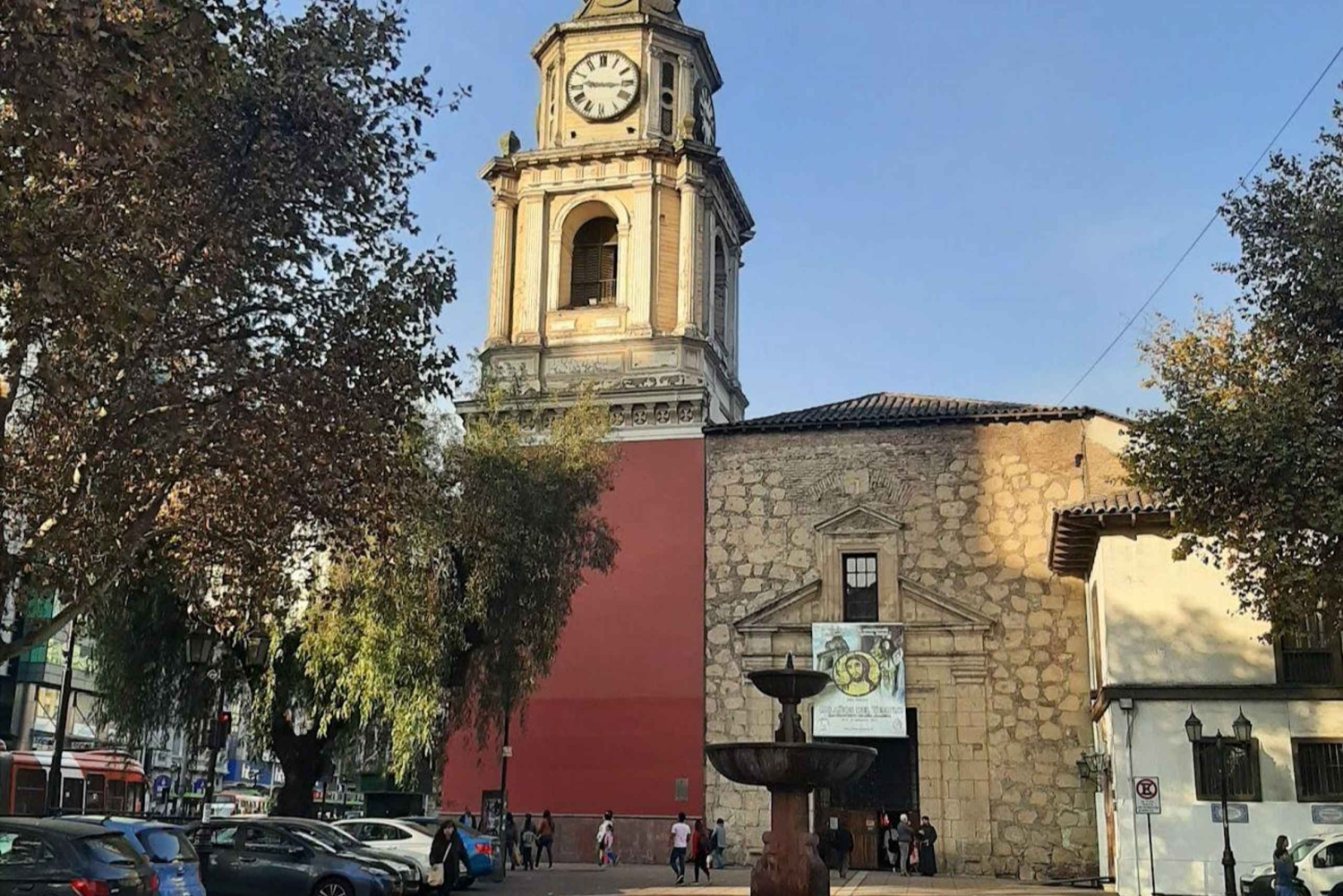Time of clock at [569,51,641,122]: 9:15
